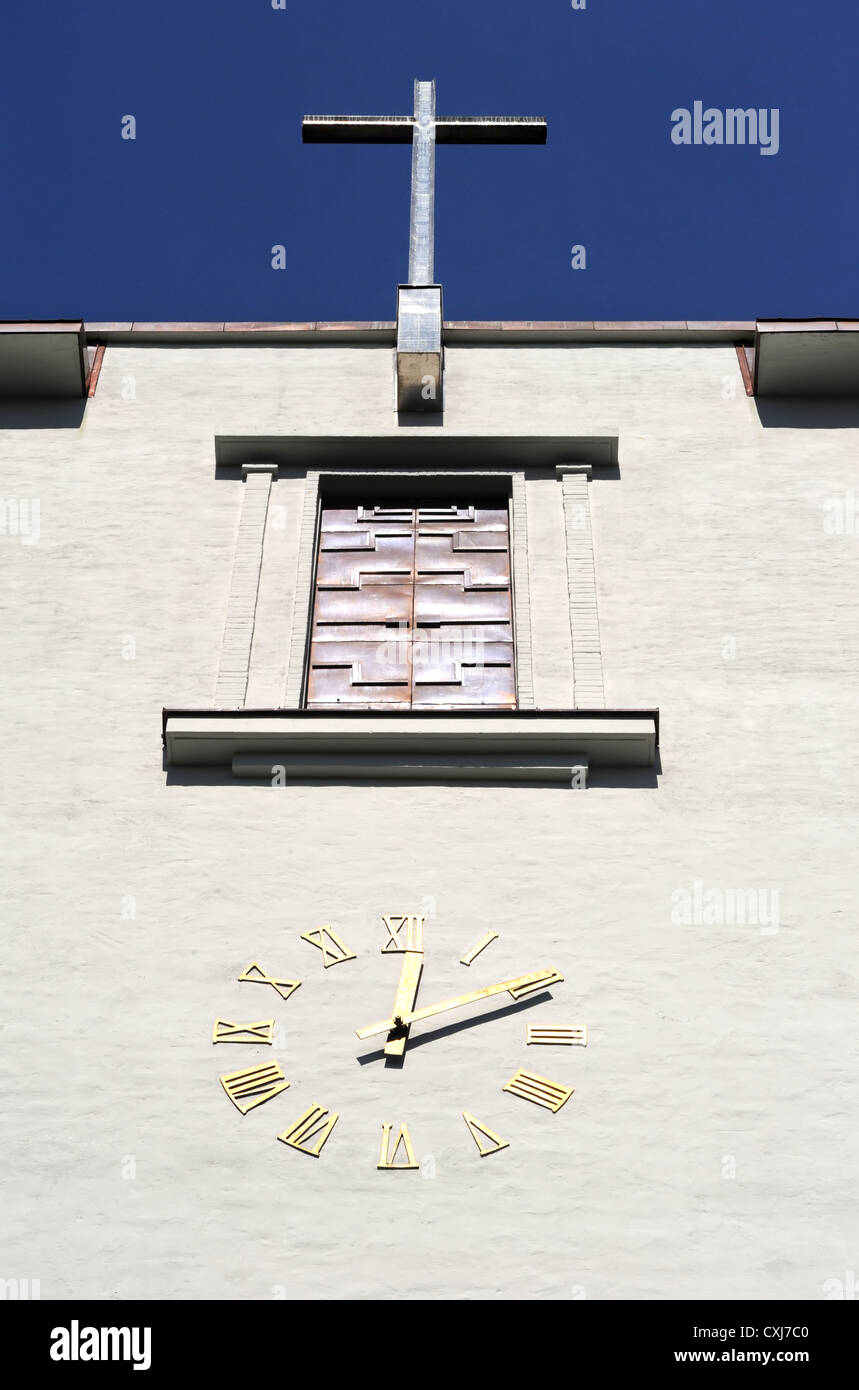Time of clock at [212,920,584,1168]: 12:11
